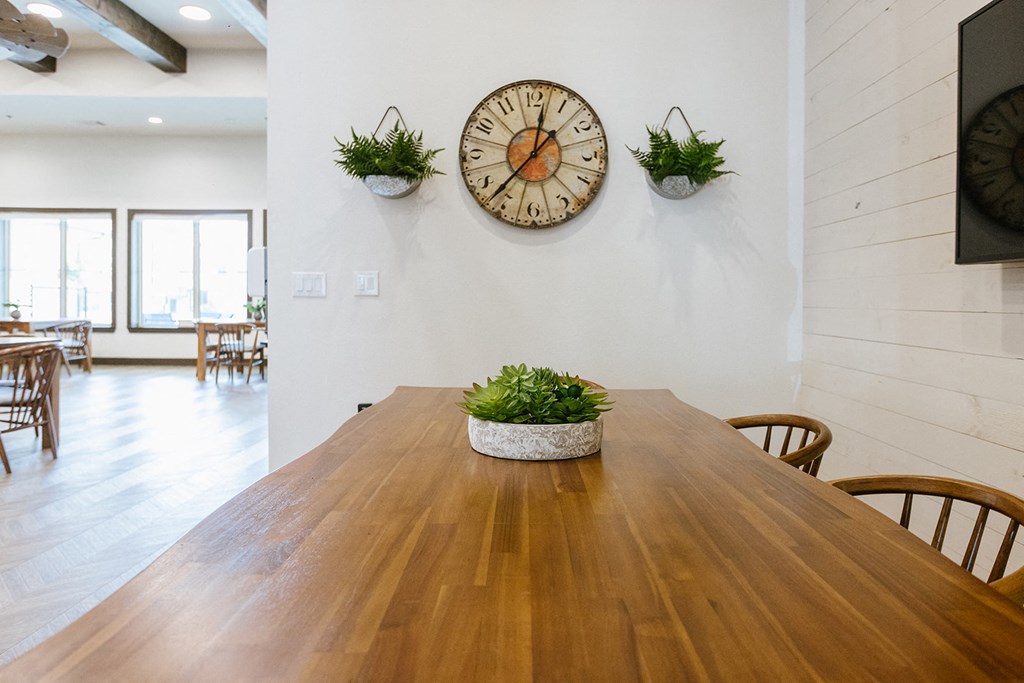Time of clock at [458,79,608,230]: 12:37
